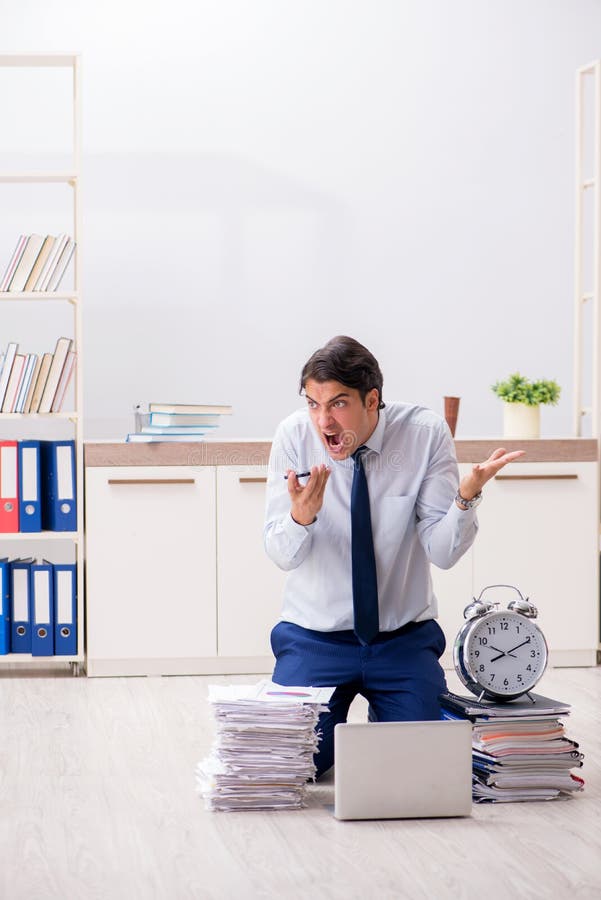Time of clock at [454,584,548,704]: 8:10
